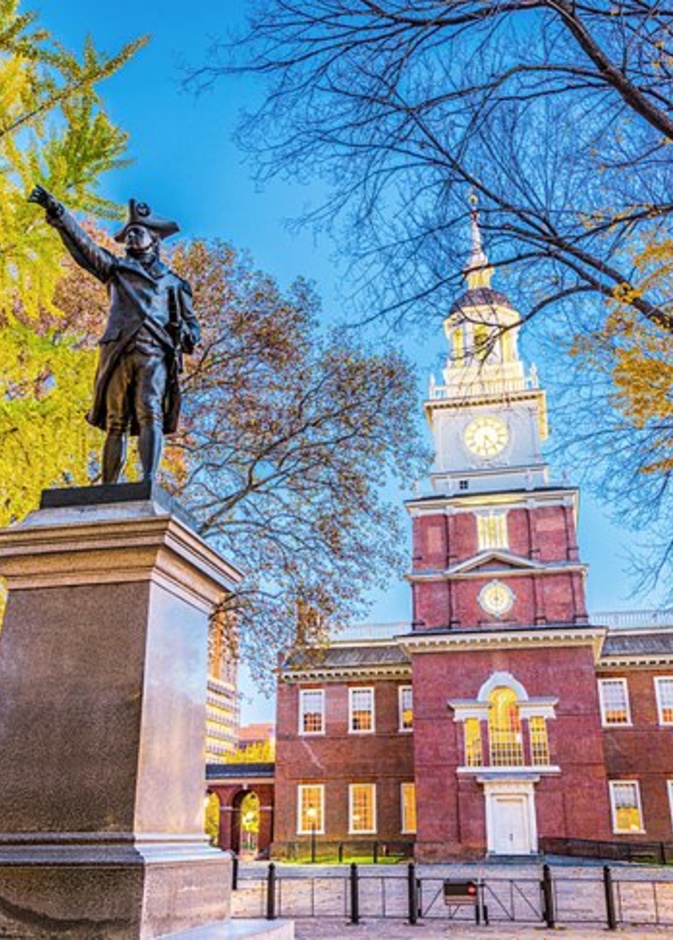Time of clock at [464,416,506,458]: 6:23
